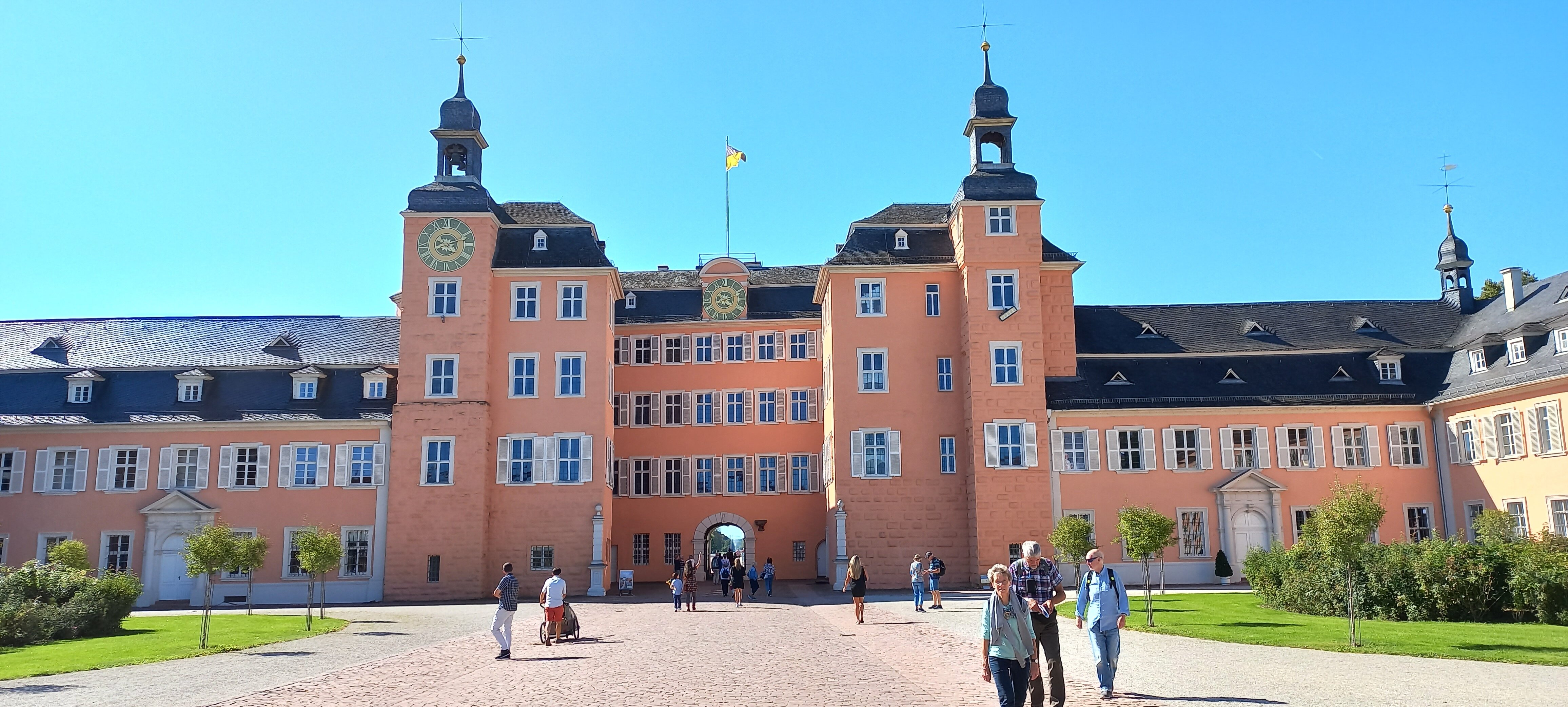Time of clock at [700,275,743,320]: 4:11
